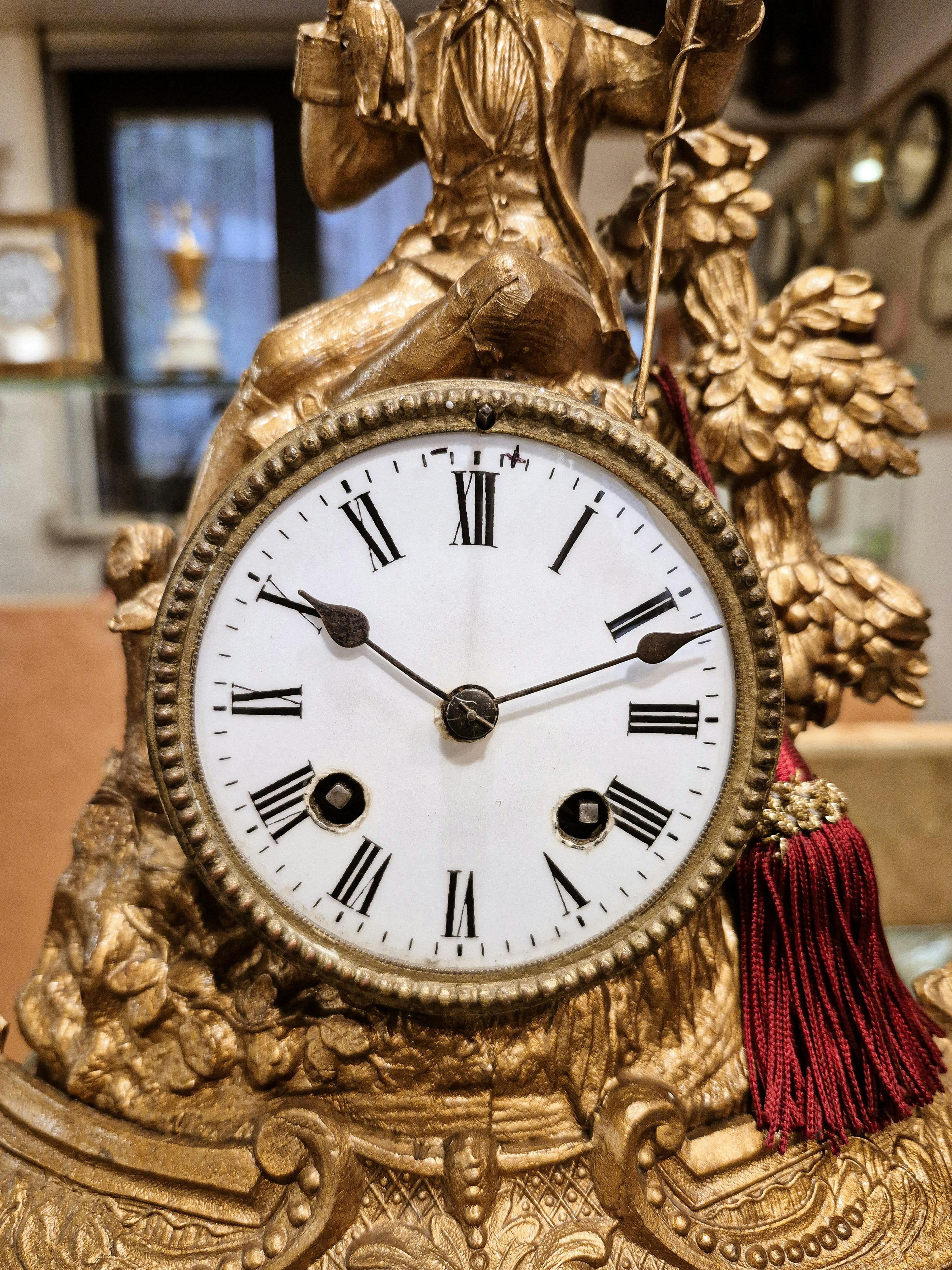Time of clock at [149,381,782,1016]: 10:11
